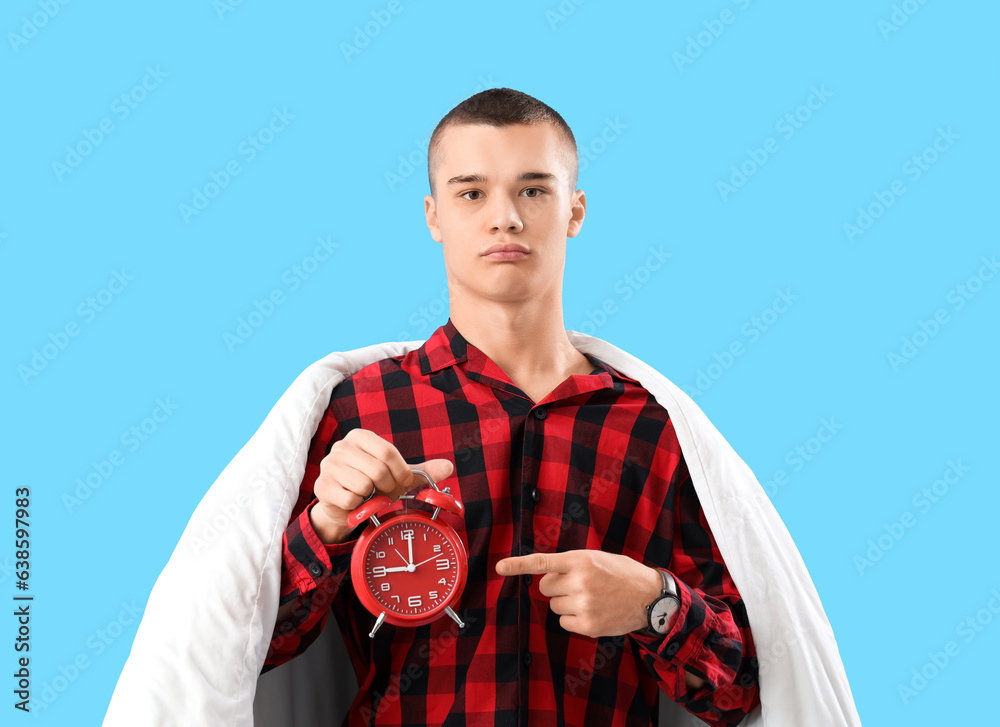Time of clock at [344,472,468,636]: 9:00
